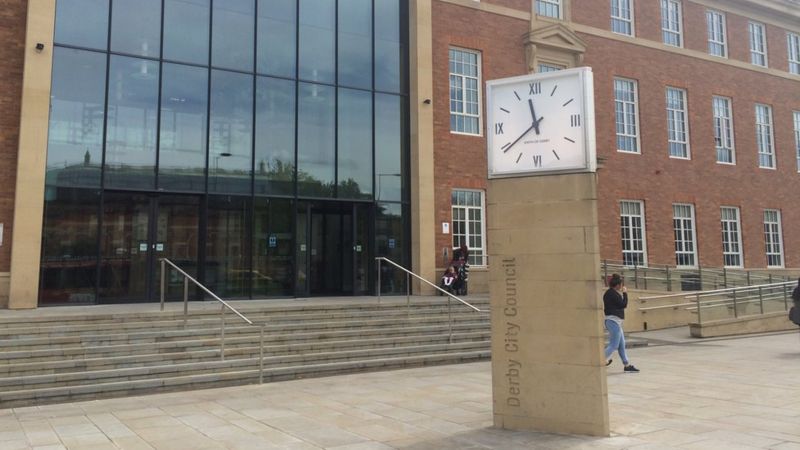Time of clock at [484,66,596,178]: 11:39
